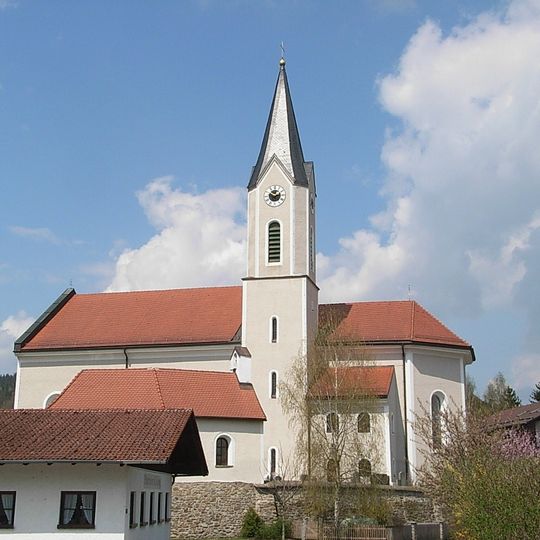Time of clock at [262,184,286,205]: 2:48
